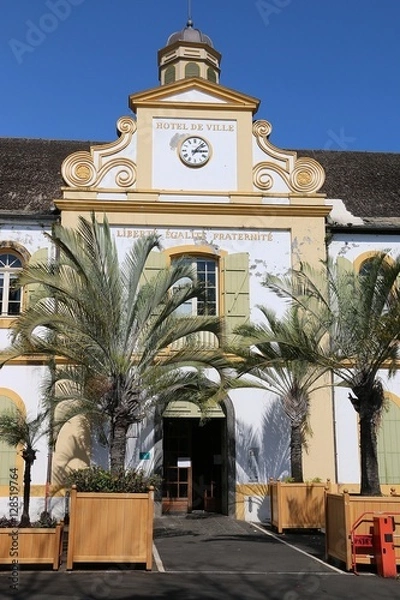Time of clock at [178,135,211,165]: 3:07
